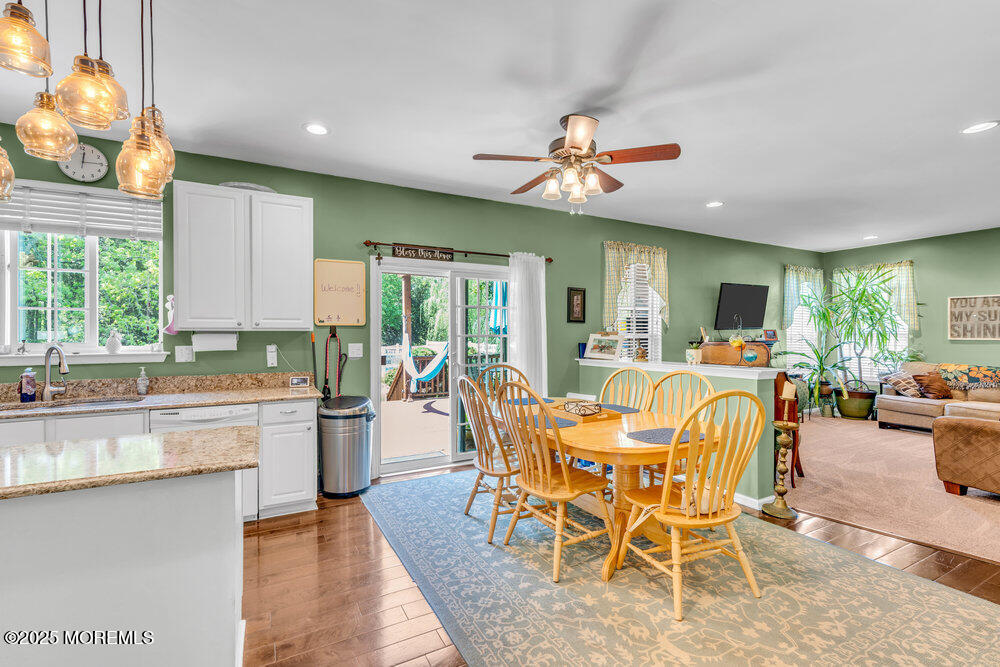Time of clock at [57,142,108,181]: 12:14
